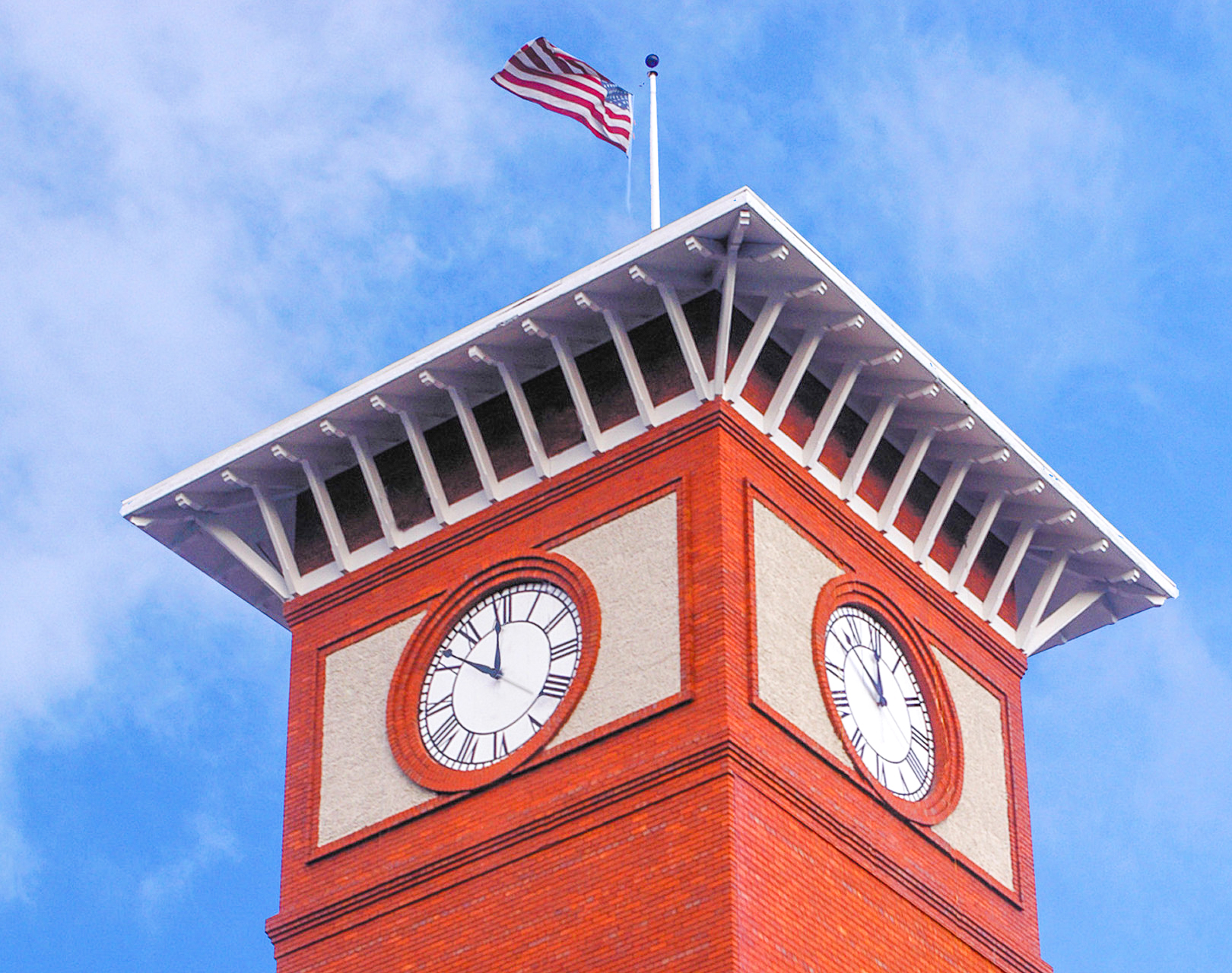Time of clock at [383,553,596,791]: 11:51
